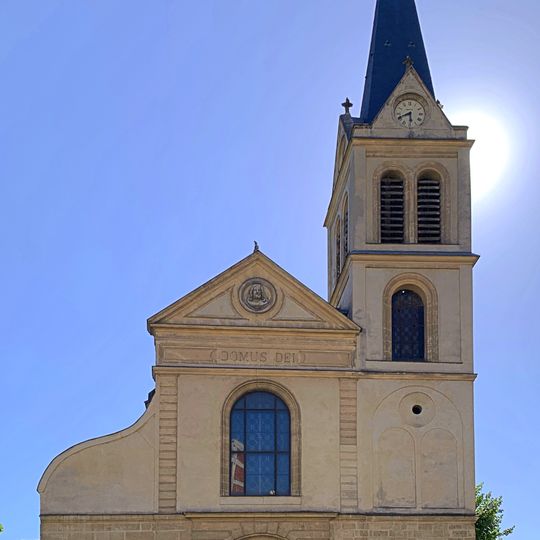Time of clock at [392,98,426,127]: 5:40
